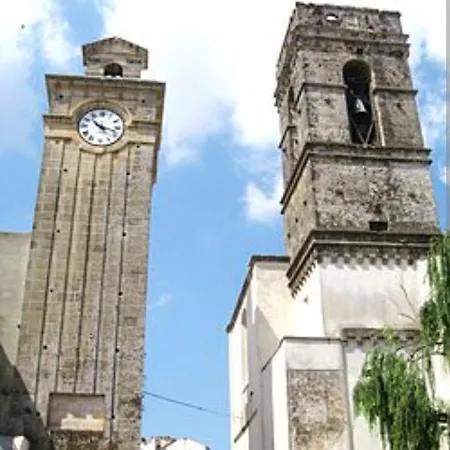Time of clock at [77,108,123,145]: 10:17
